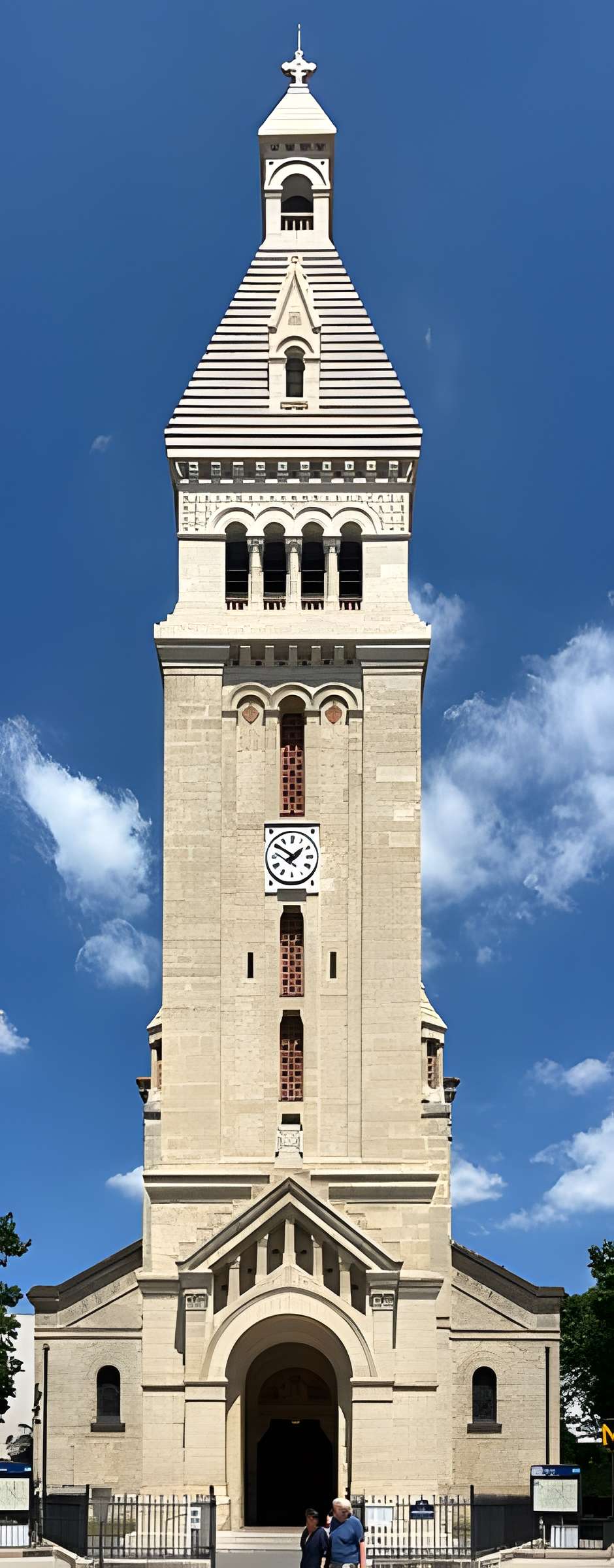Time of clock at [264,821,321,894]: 1:50
